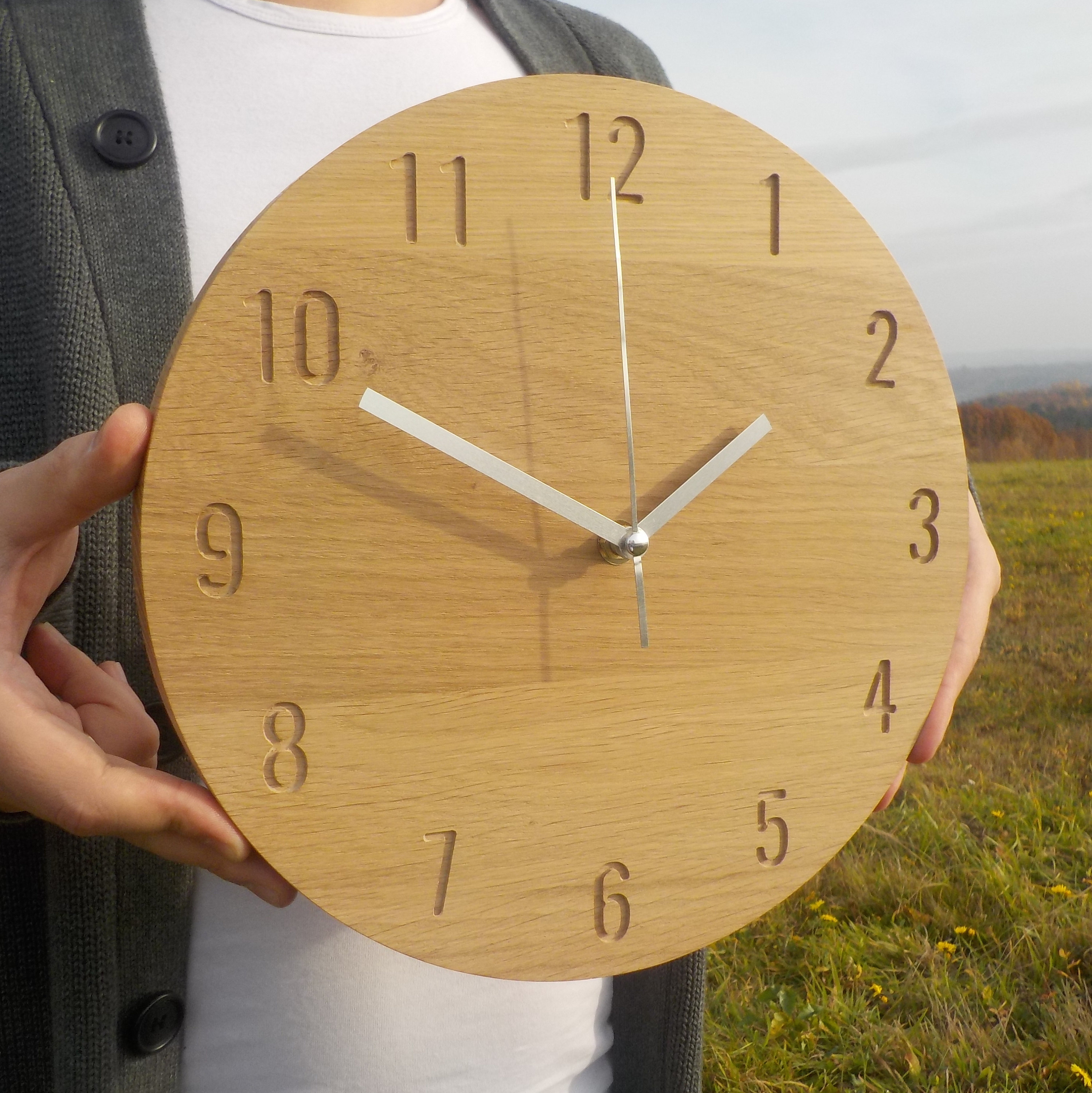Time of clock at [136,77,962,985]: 1:49
